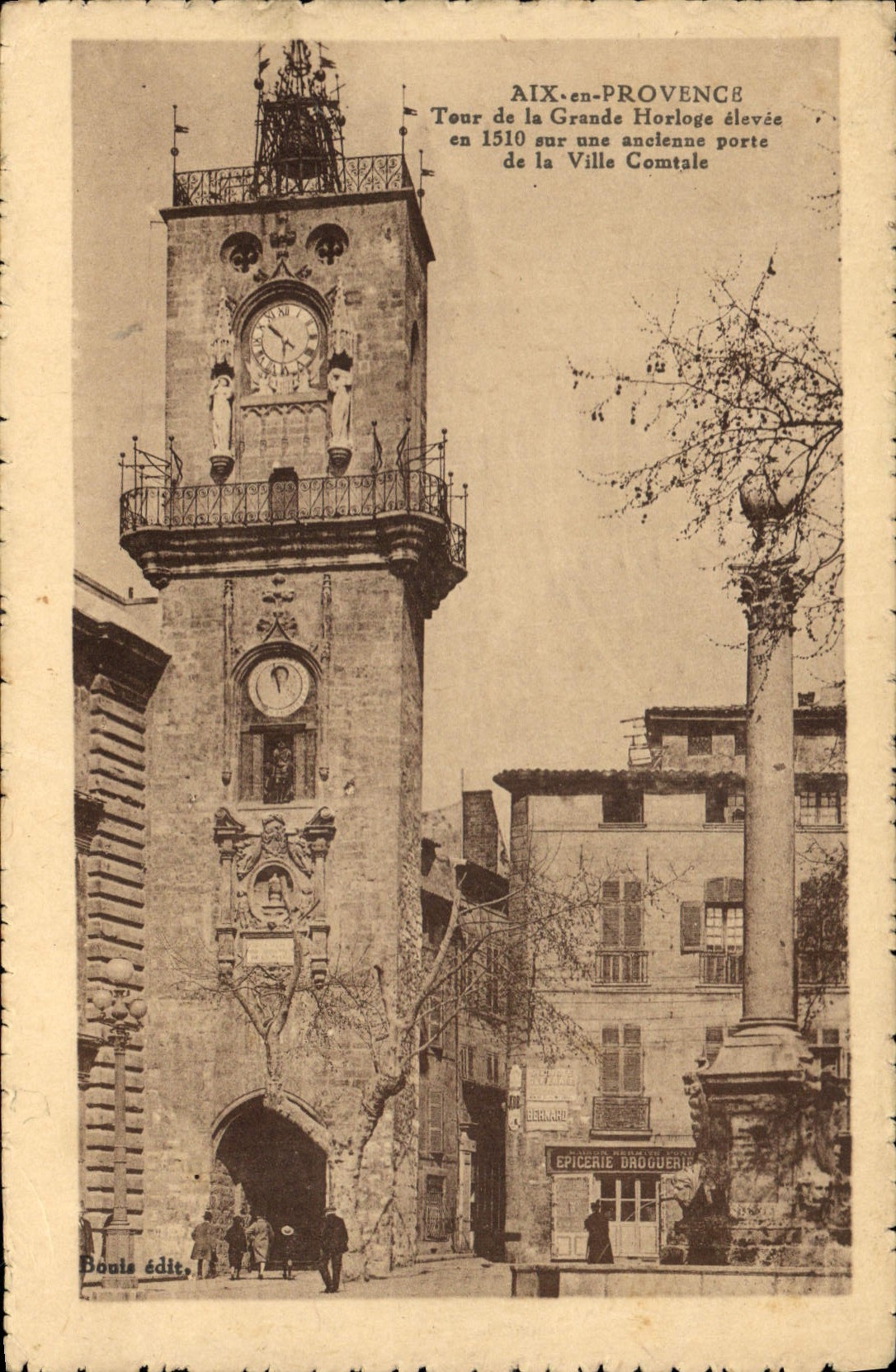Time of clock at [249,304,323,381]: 10:30
